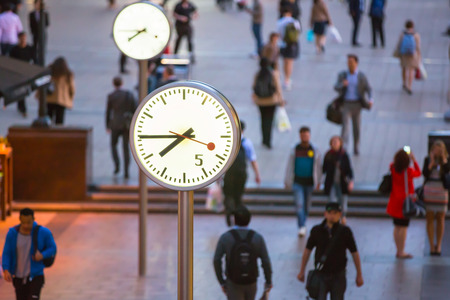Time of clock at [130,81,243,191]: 7:44
